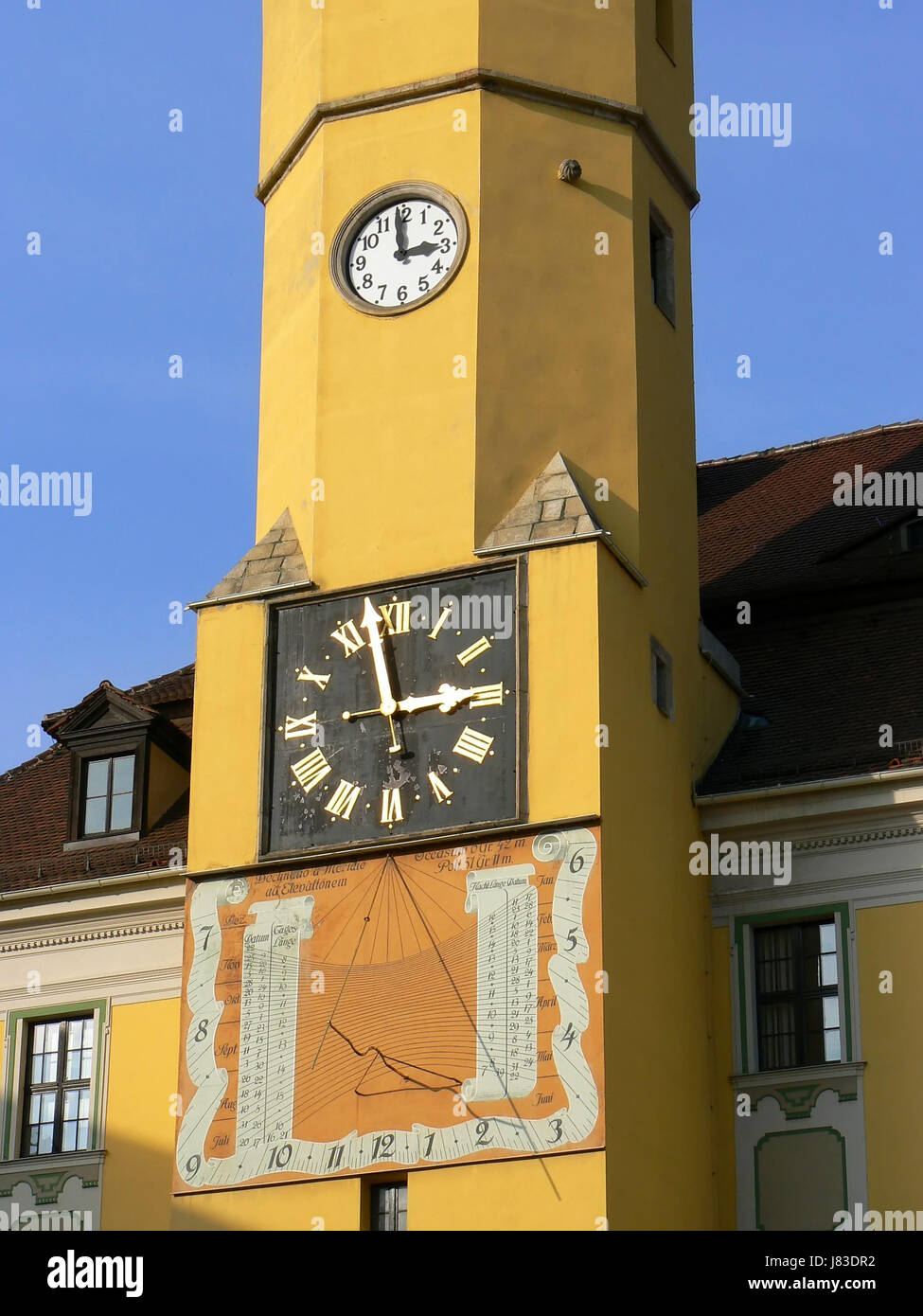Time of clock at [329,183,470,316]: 2:58
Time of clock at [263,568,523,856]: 2:58
